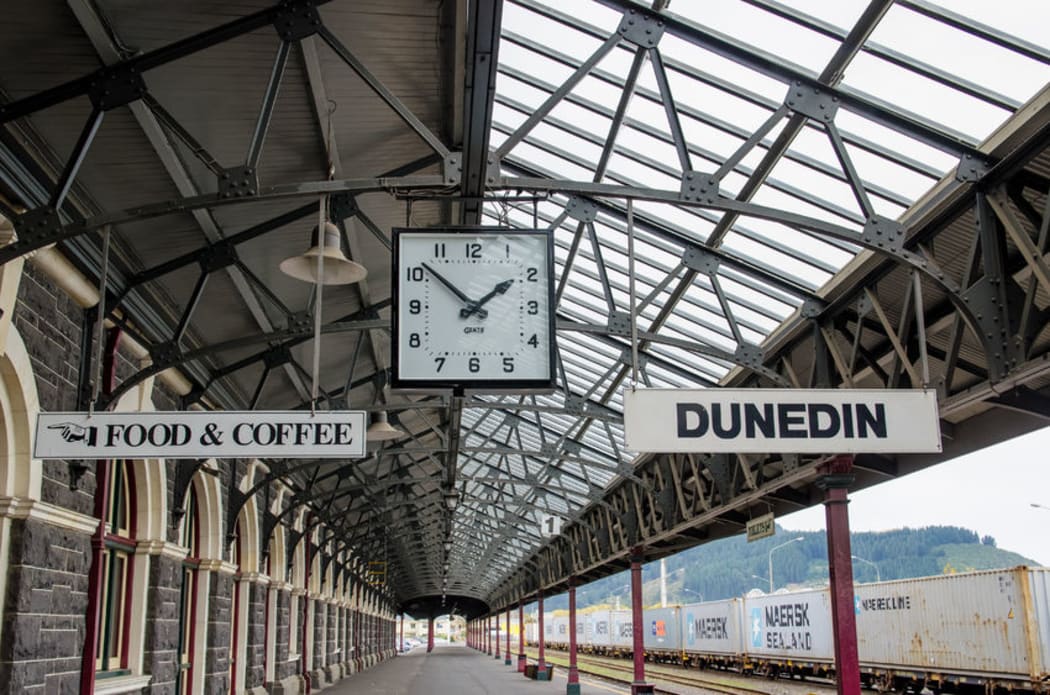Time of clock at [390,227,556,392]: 1:51
